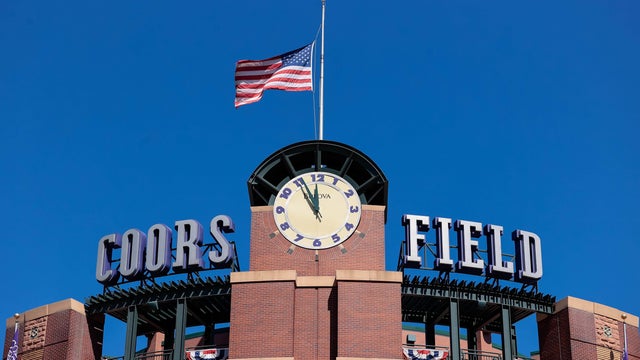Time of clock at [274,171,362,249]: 11:55
